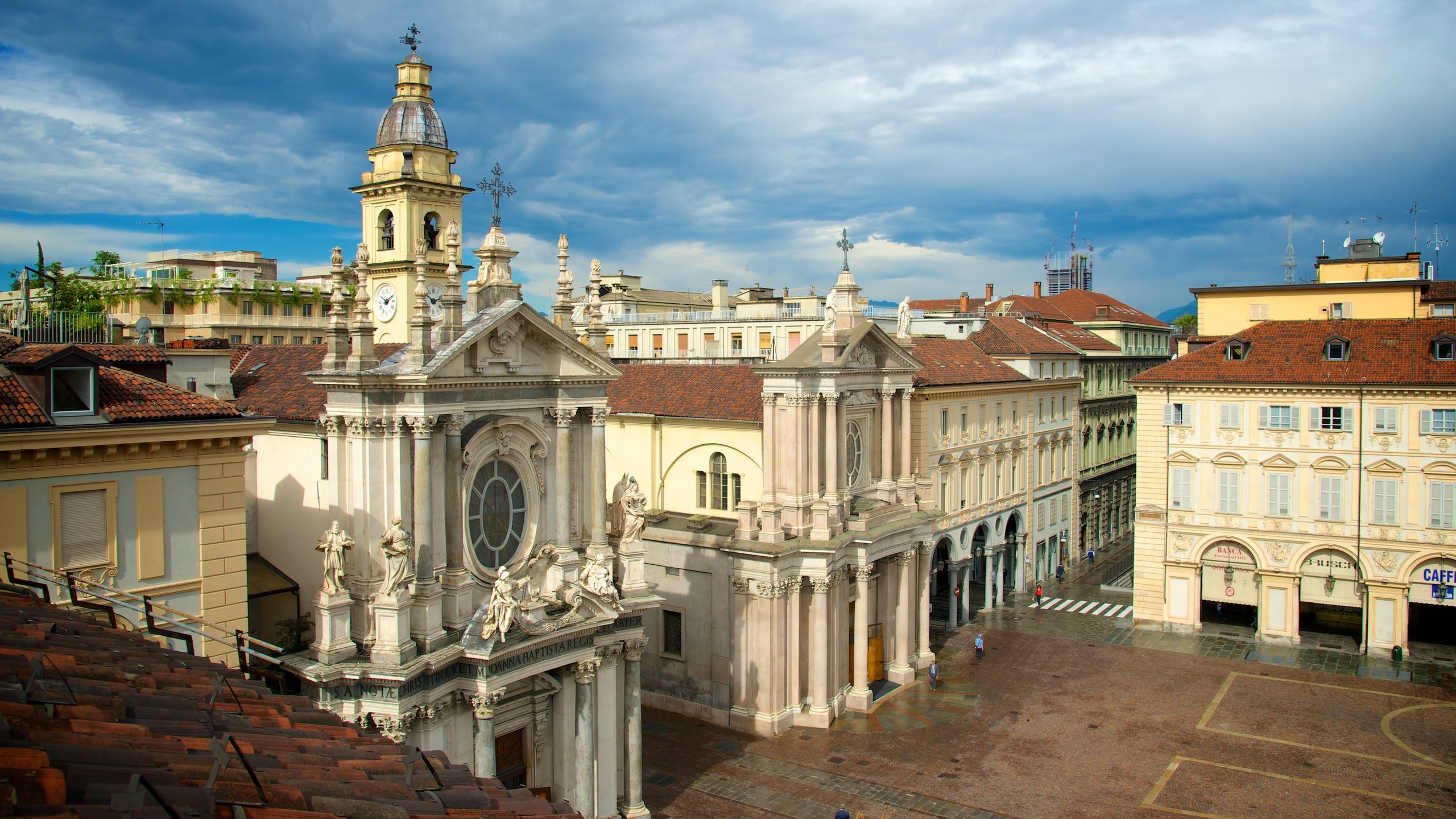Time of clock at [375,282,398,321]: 10:10
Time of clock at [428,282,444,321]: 10:11
